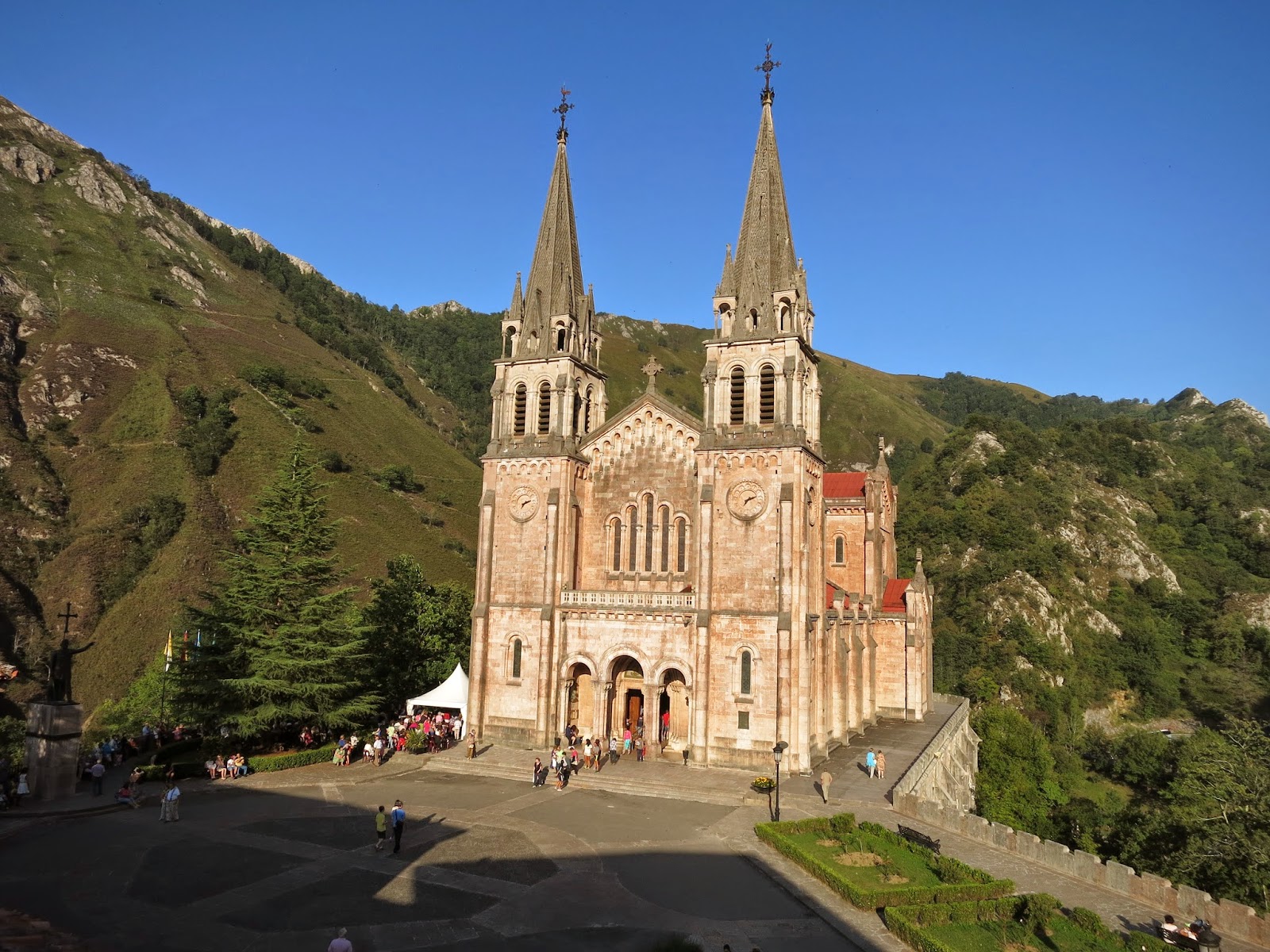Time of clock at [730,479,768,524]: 7:11
